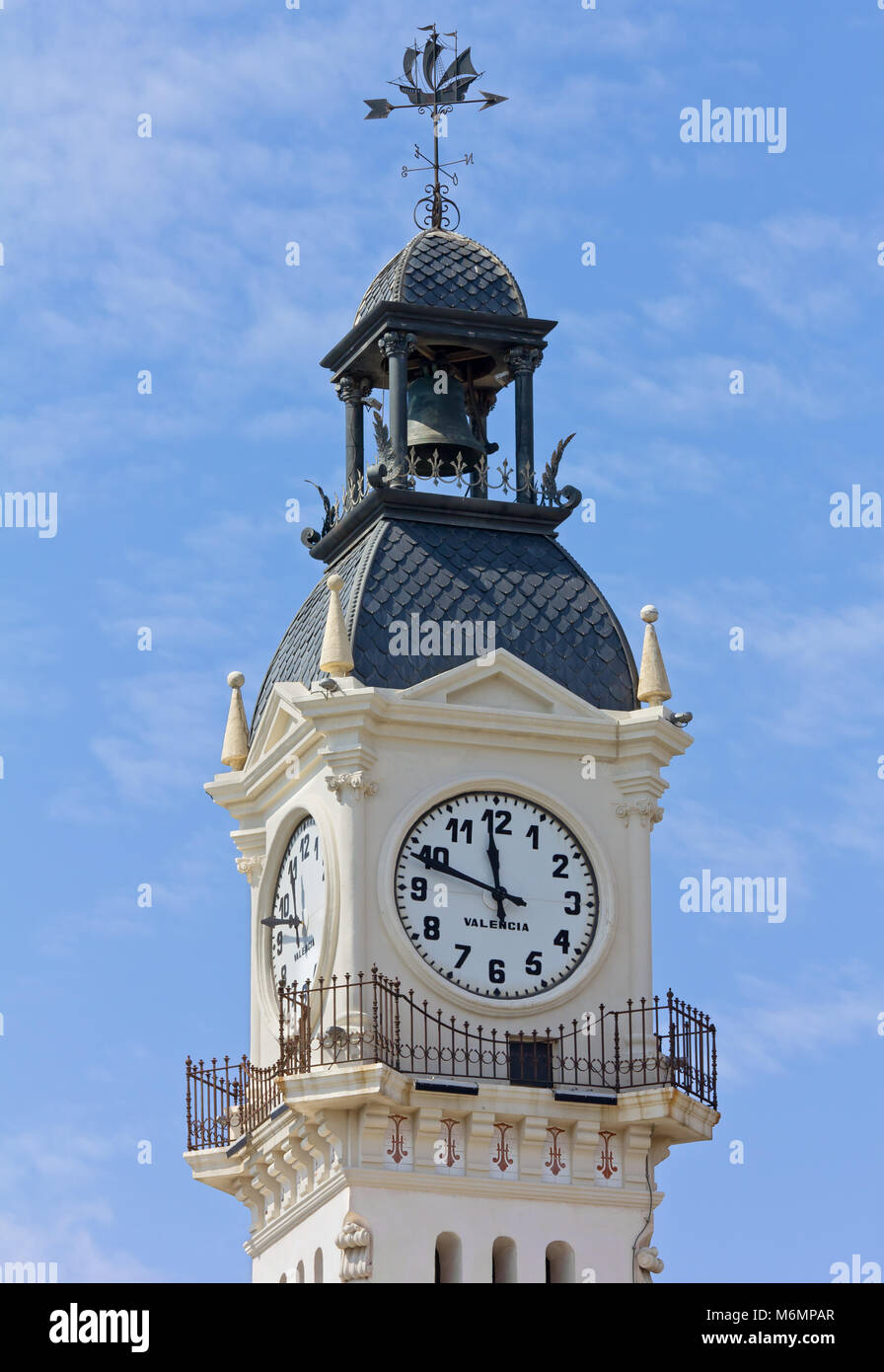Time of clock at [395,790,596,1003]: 11:48
